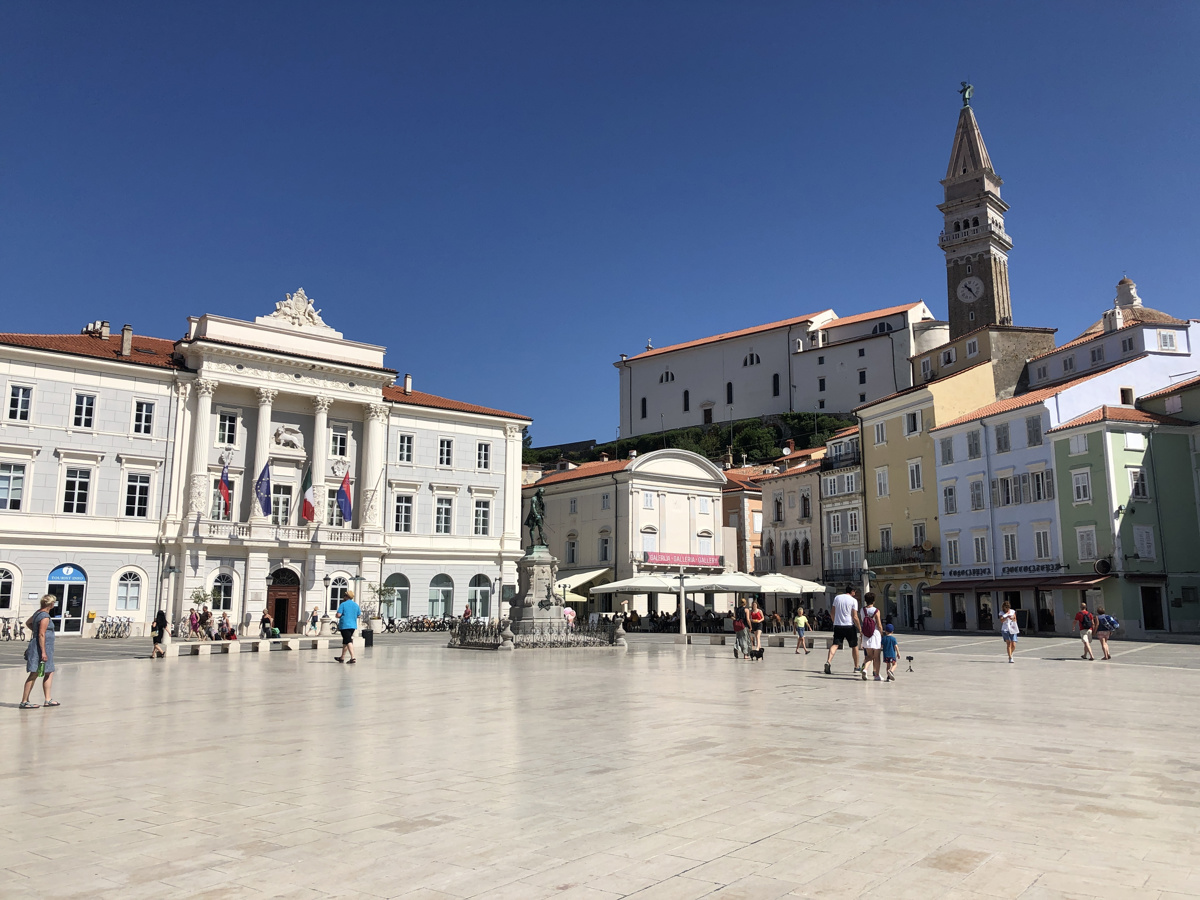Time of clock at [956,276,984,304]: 10:23
